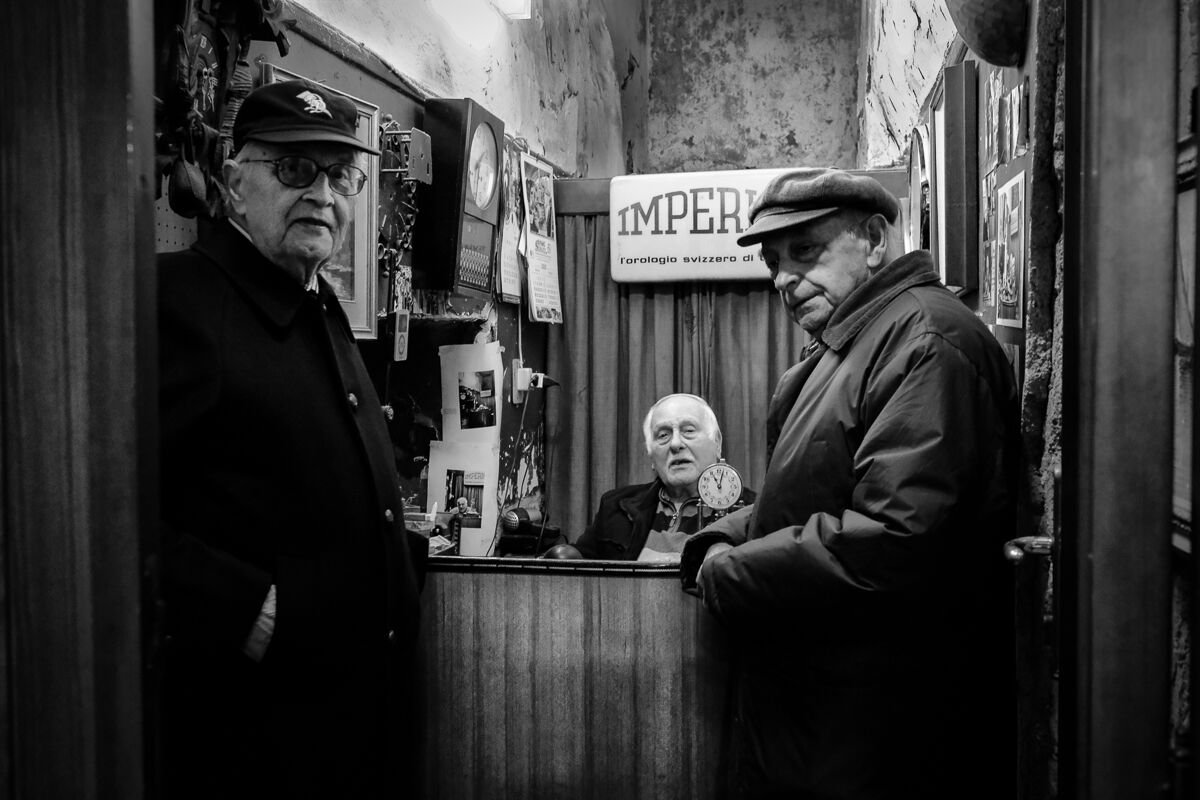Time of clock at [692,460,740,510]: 11:02
